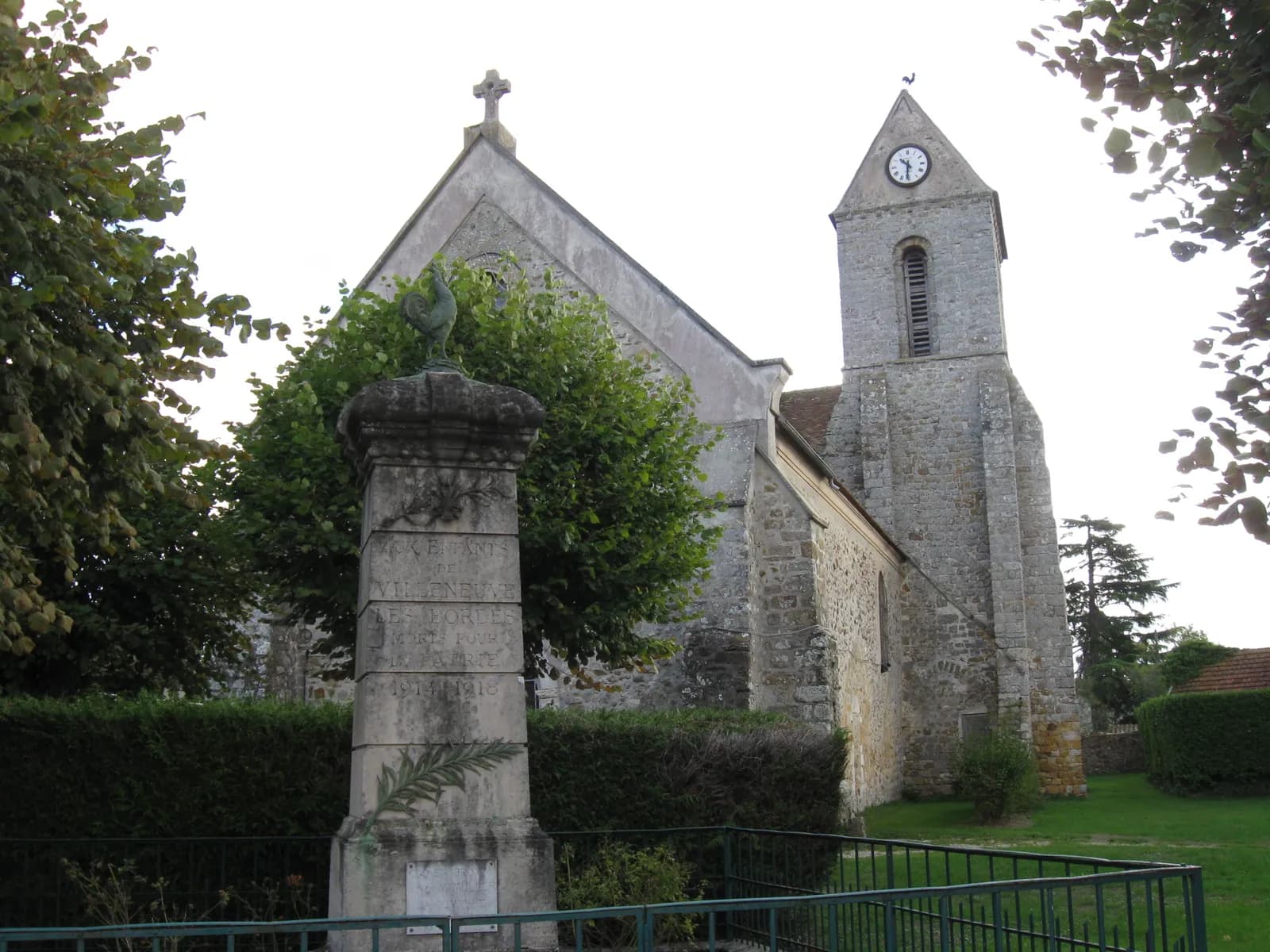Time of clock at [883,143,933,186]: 10:31
